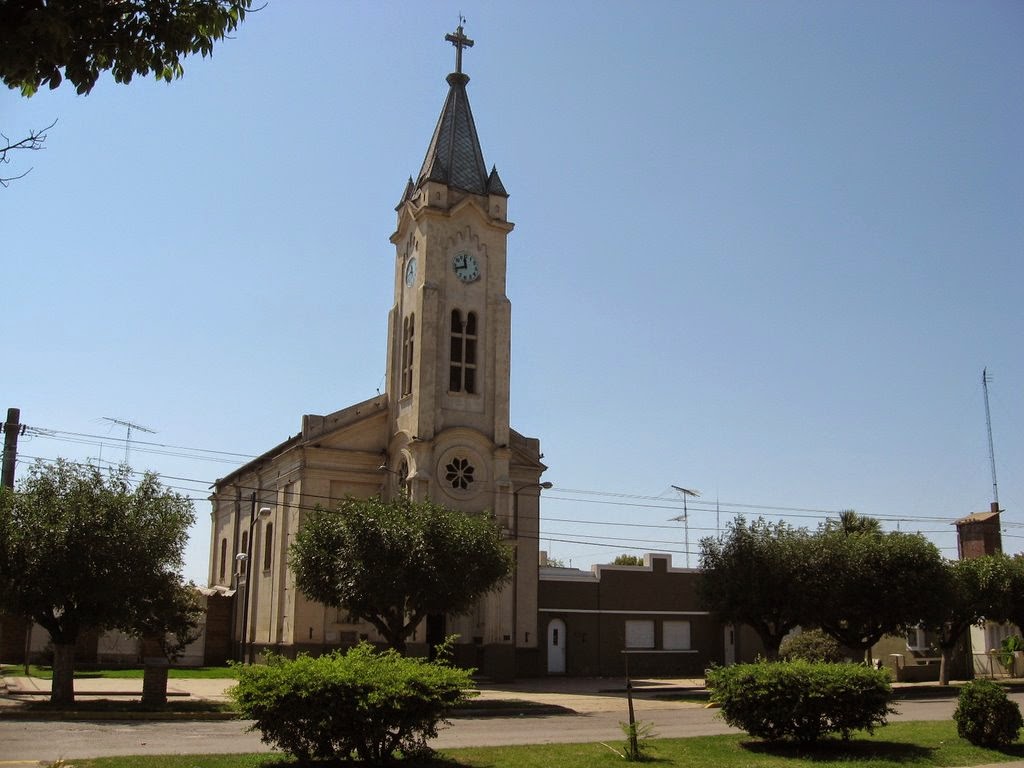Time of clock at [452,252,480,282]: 11:42
